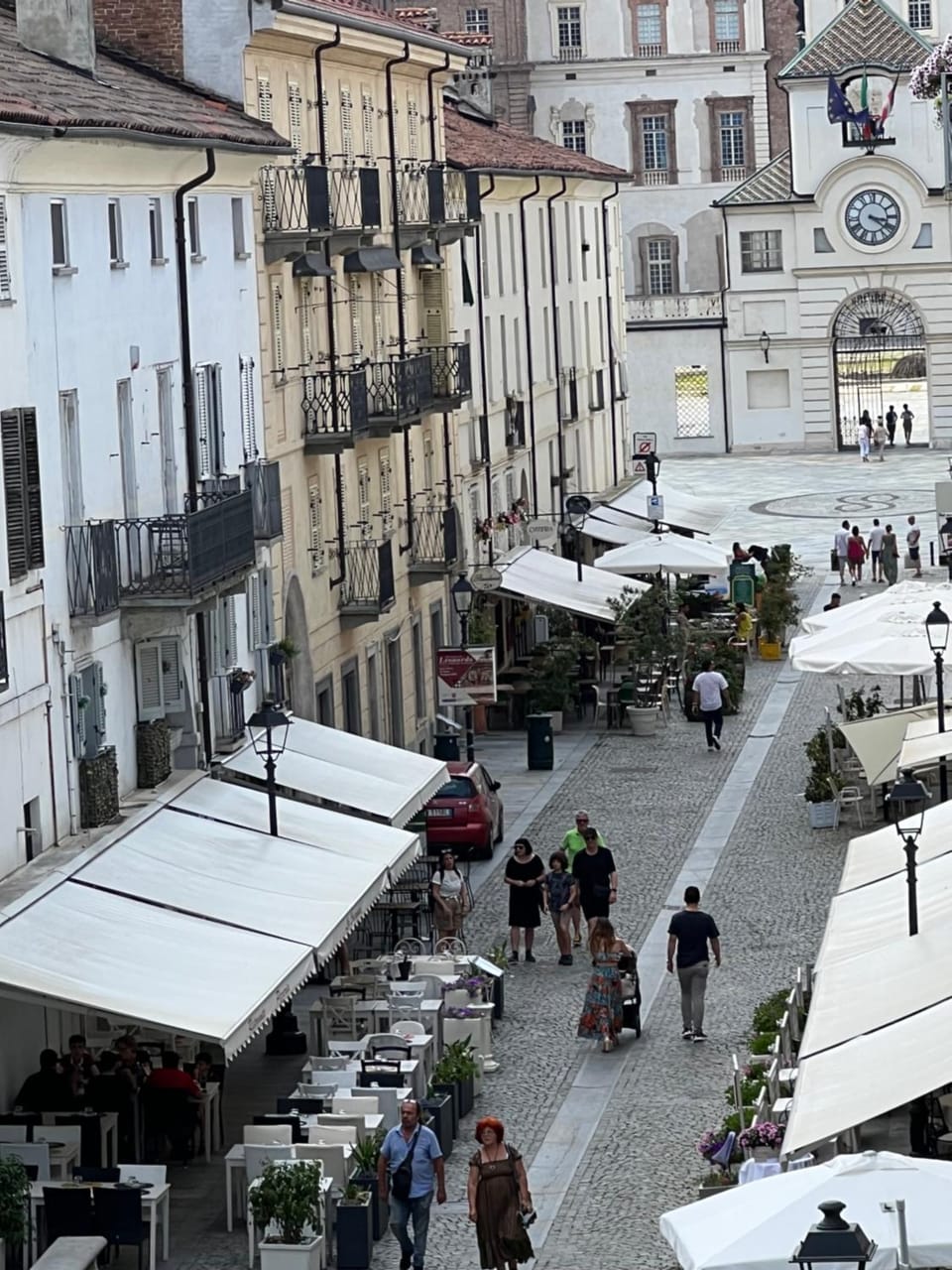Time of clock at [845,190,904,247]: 3:21
